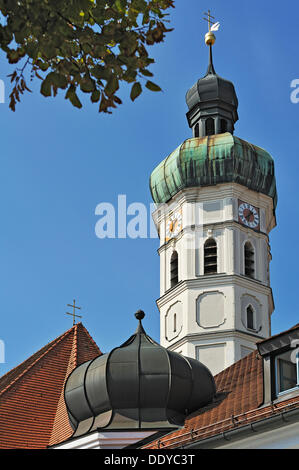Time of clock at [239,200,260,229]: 1:32
